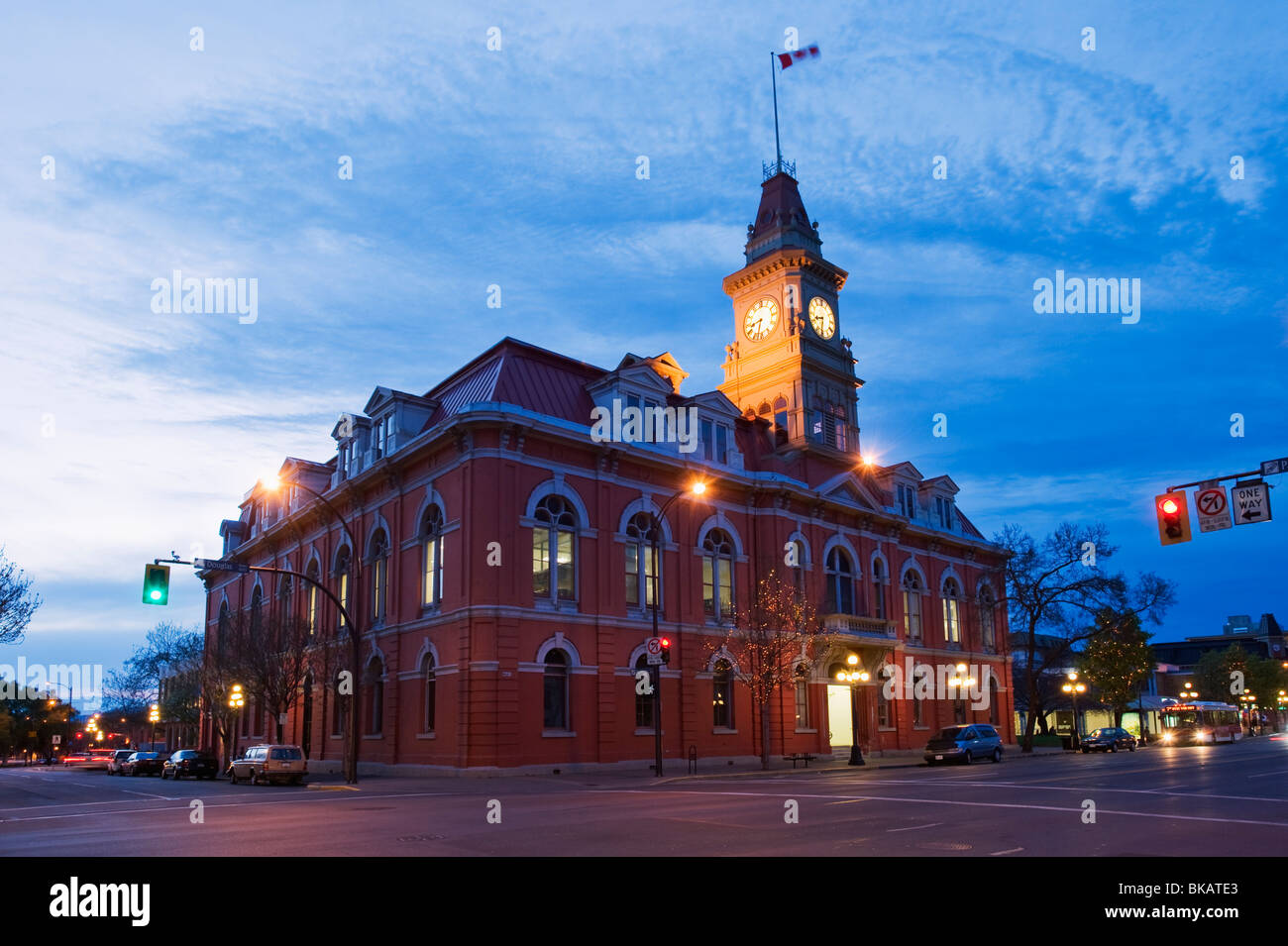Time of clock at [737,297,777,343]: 8:32
